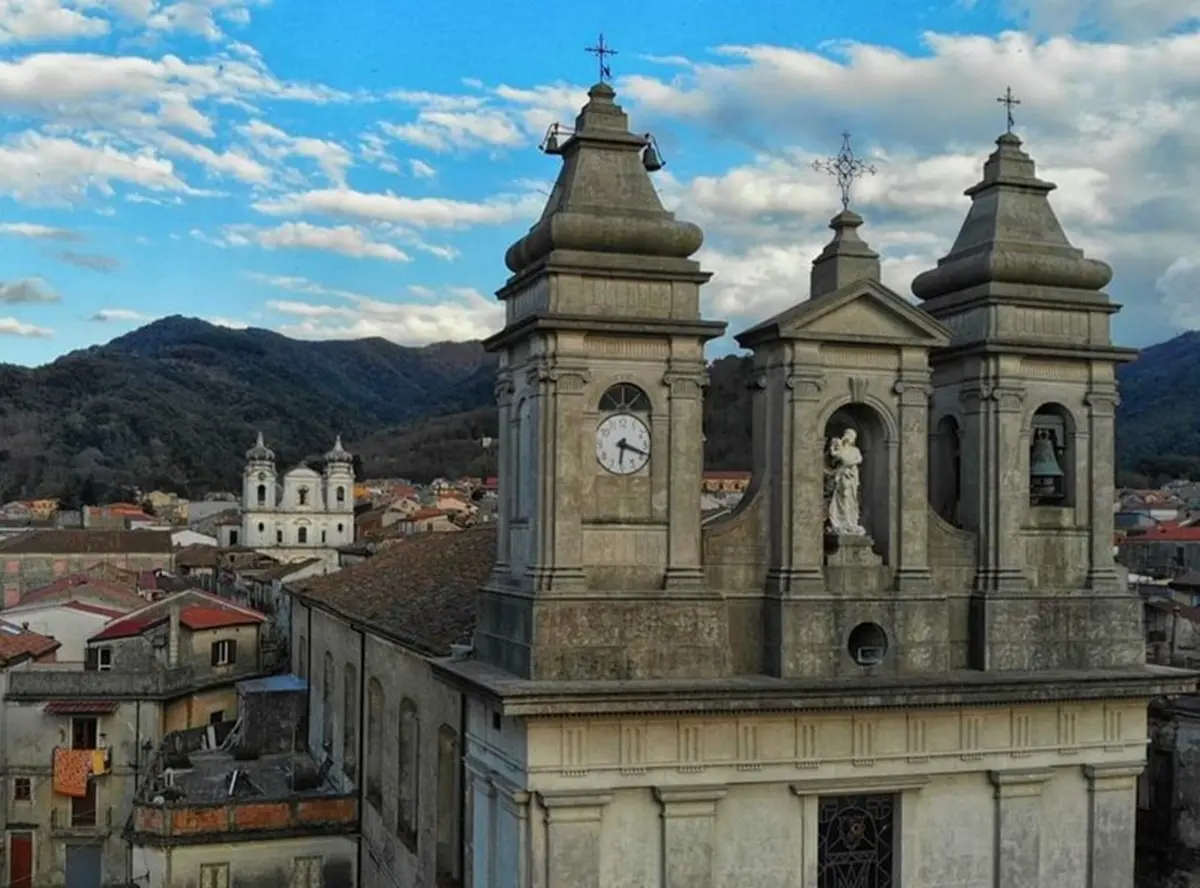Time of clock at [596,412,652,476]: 6:18
